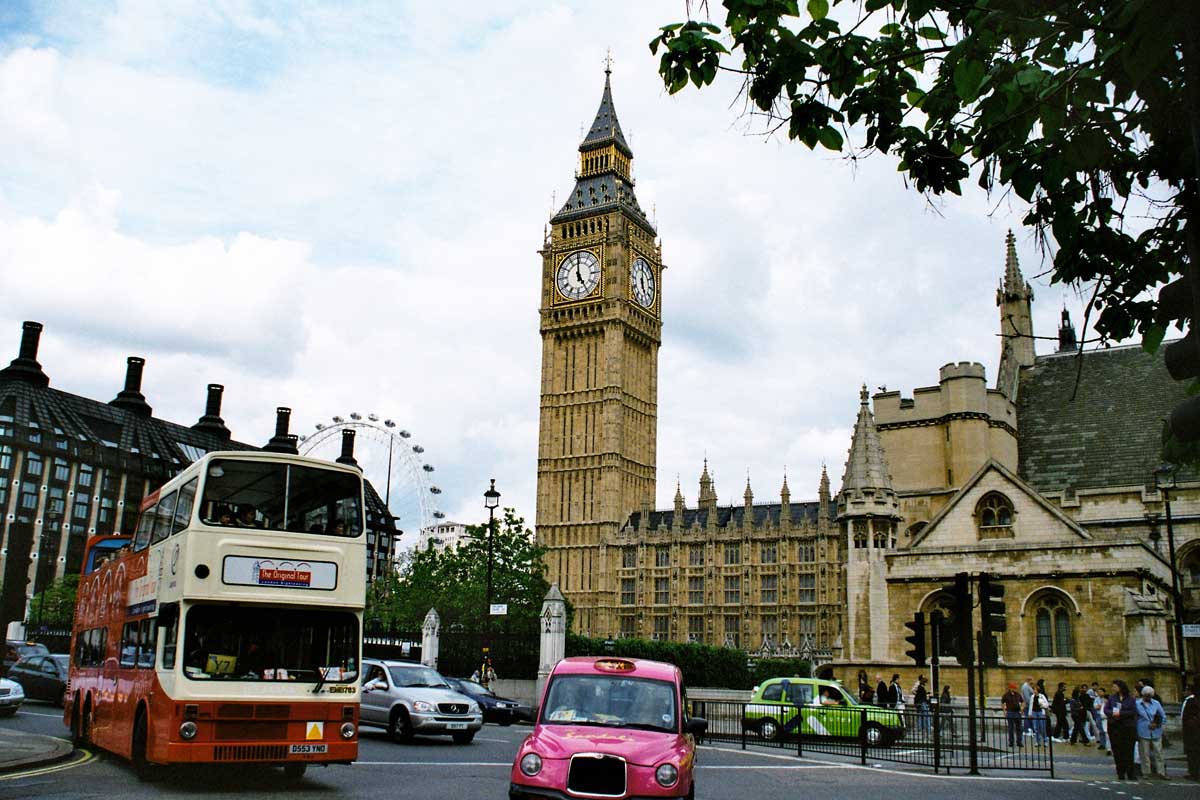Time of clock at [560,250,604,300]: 4:59
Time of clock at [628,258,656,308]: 5:00
